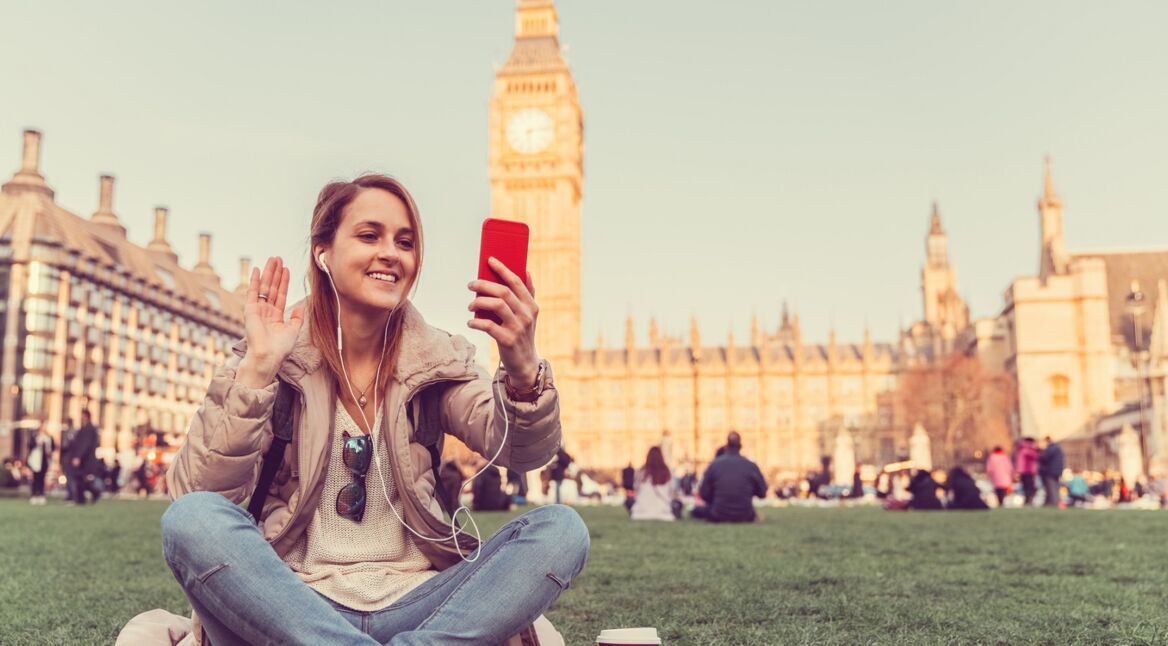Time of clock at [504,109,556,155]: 6:13
